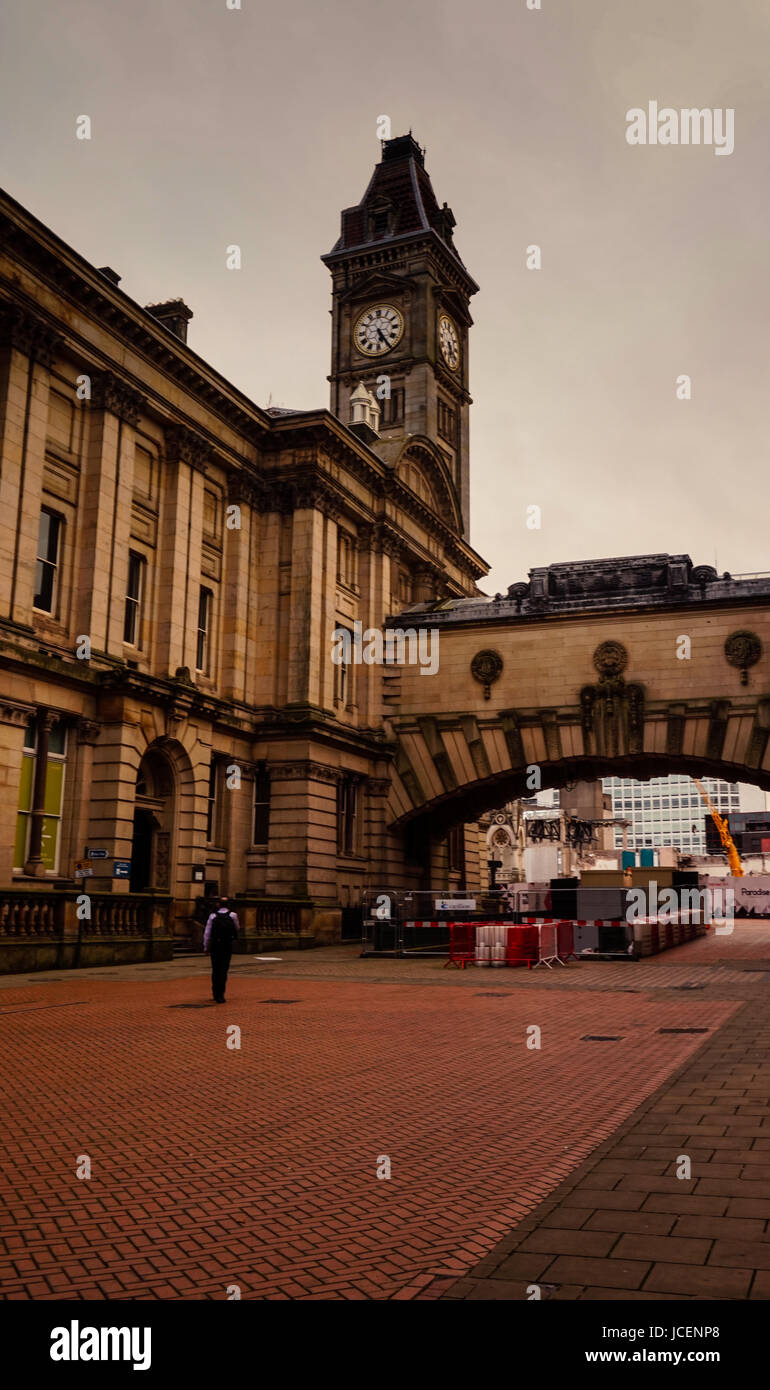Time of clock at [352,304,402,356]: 5:24
